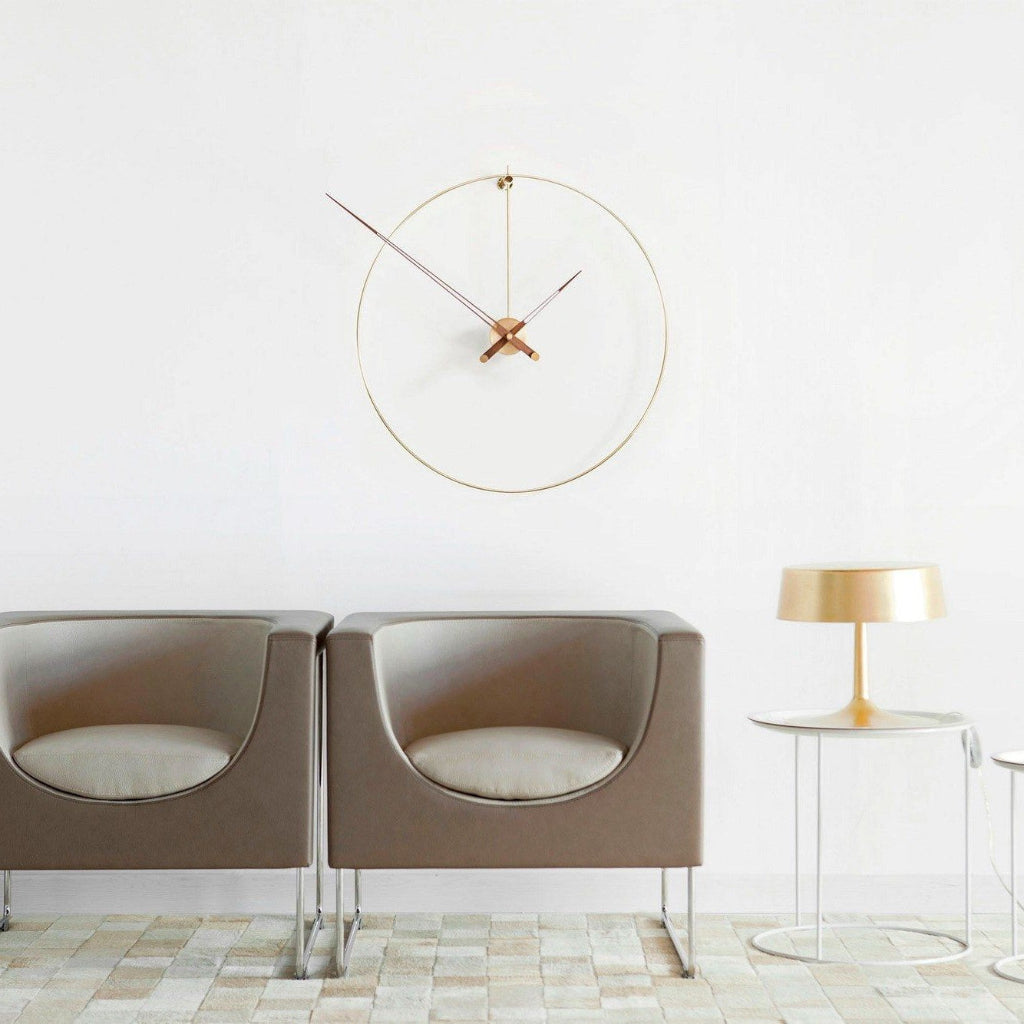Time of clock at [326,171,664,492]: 1:51
